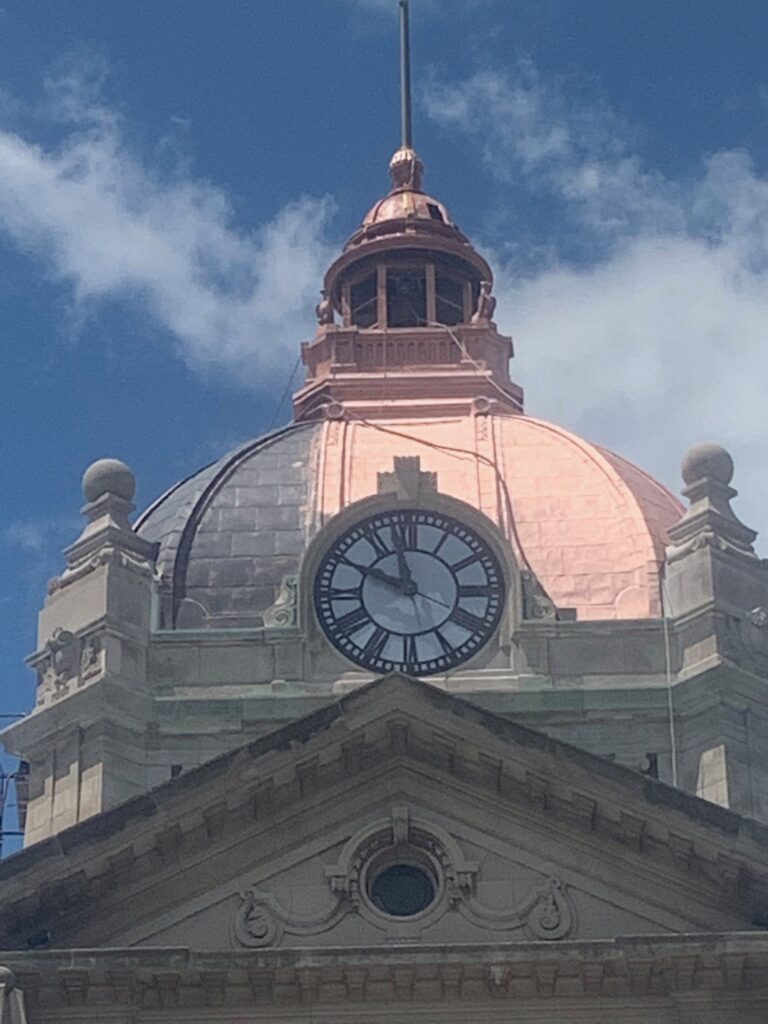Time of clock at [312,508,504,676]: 9:57
